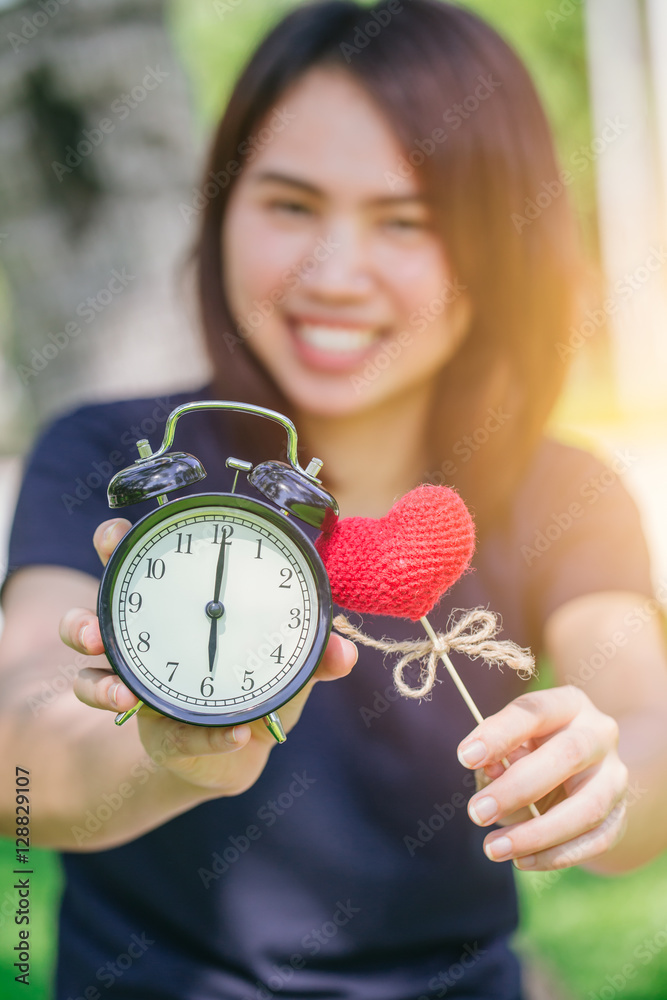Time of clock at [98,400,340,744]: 6:00
